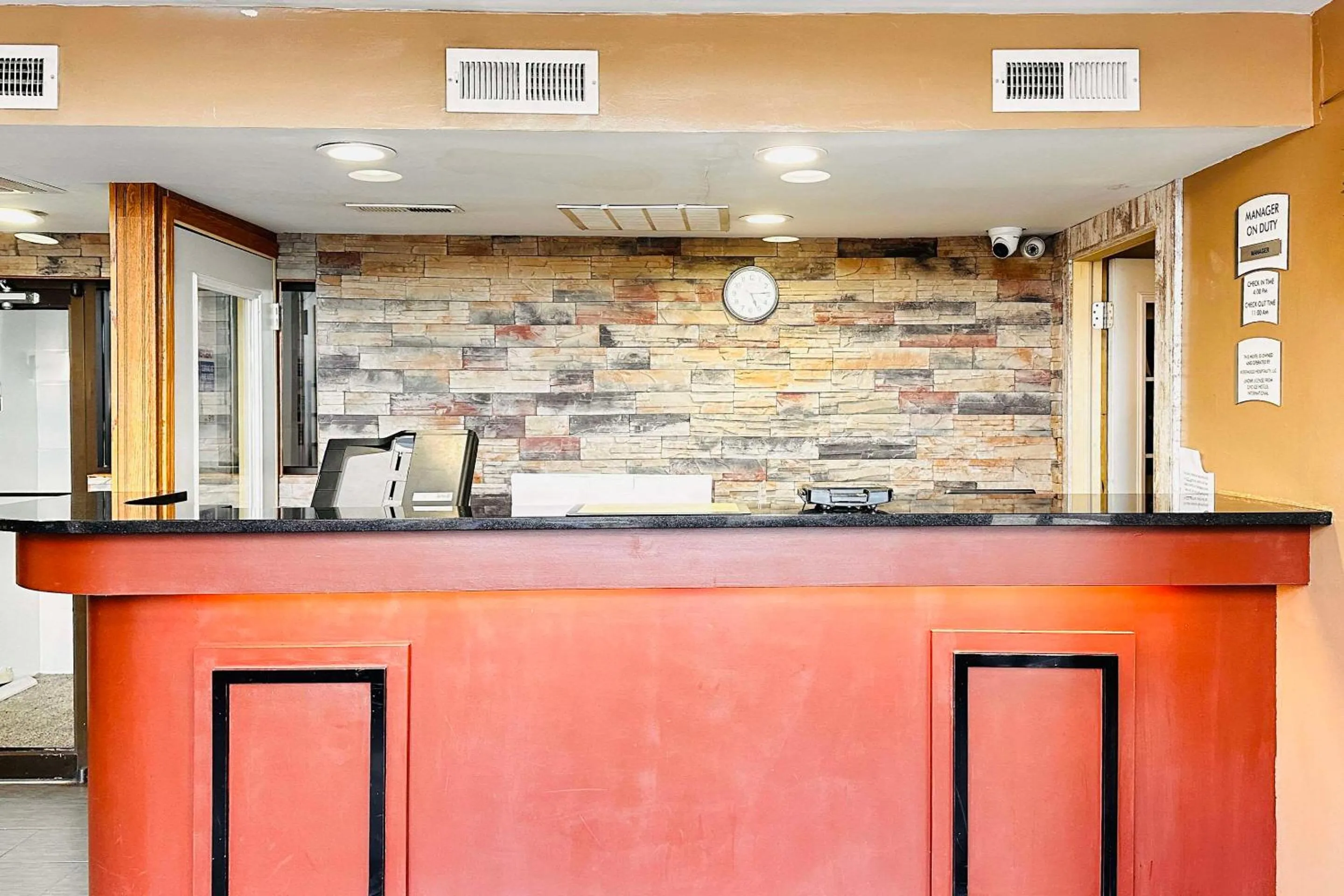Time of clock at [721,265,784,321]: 5:14
